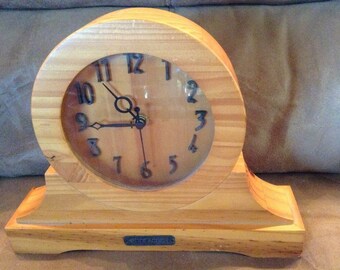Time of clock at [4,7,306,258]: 10:44
